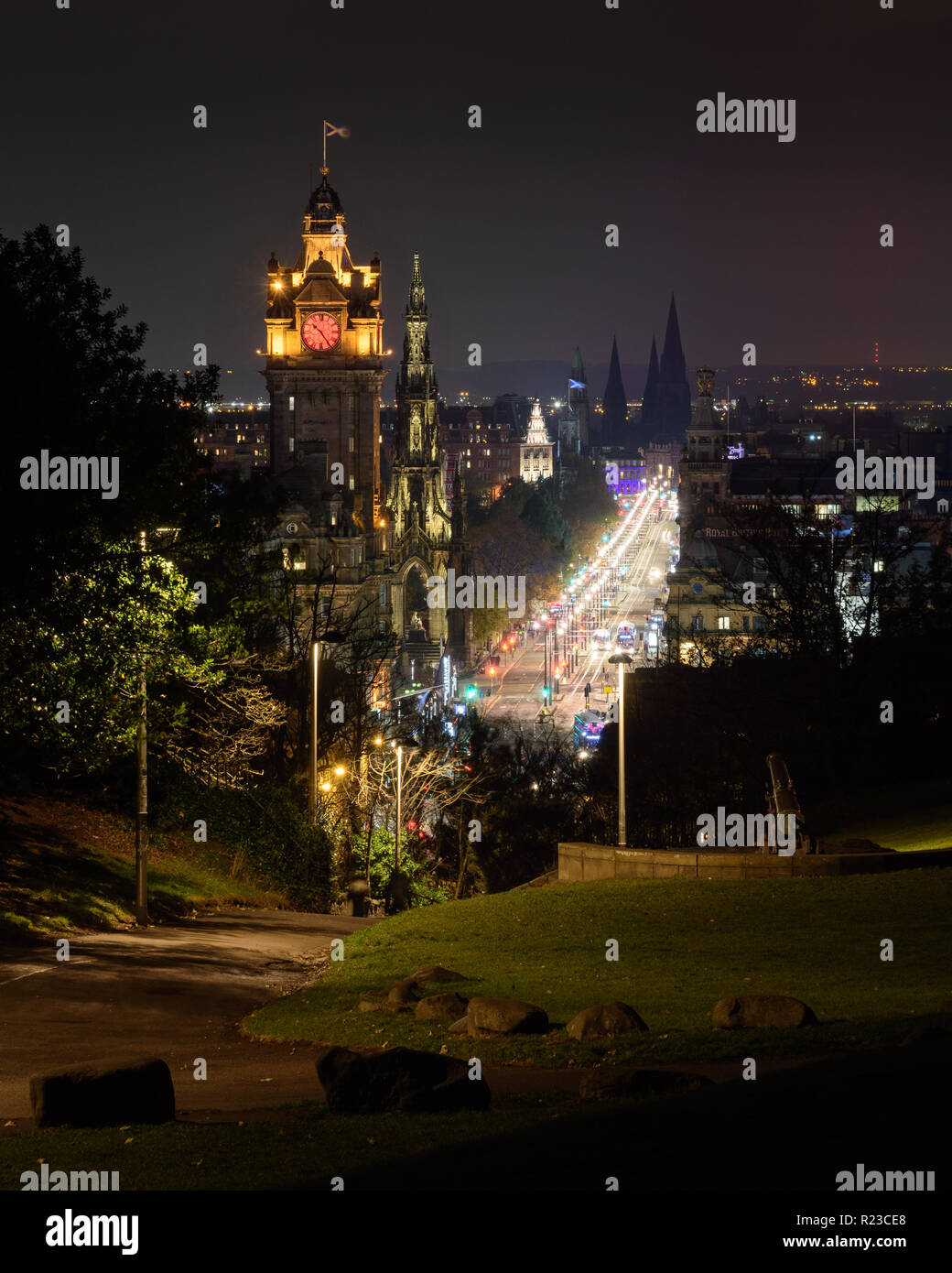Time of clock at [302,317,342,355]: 10:24
